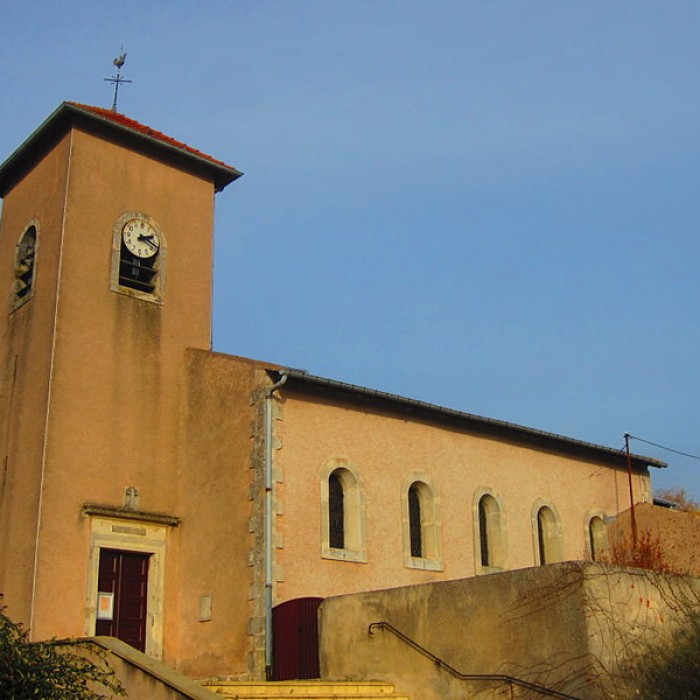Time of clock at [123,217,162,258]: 2:18
